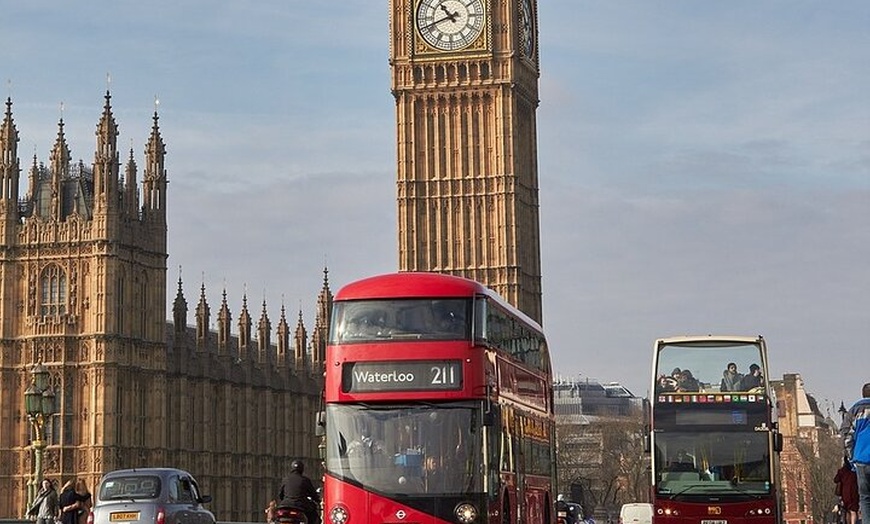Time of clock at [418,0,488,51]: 10:41
